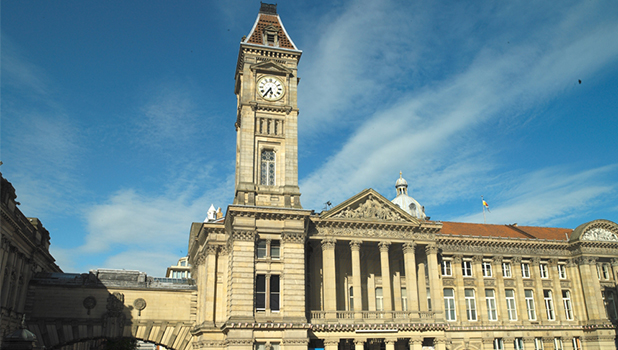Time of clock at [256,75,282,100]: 5:35
